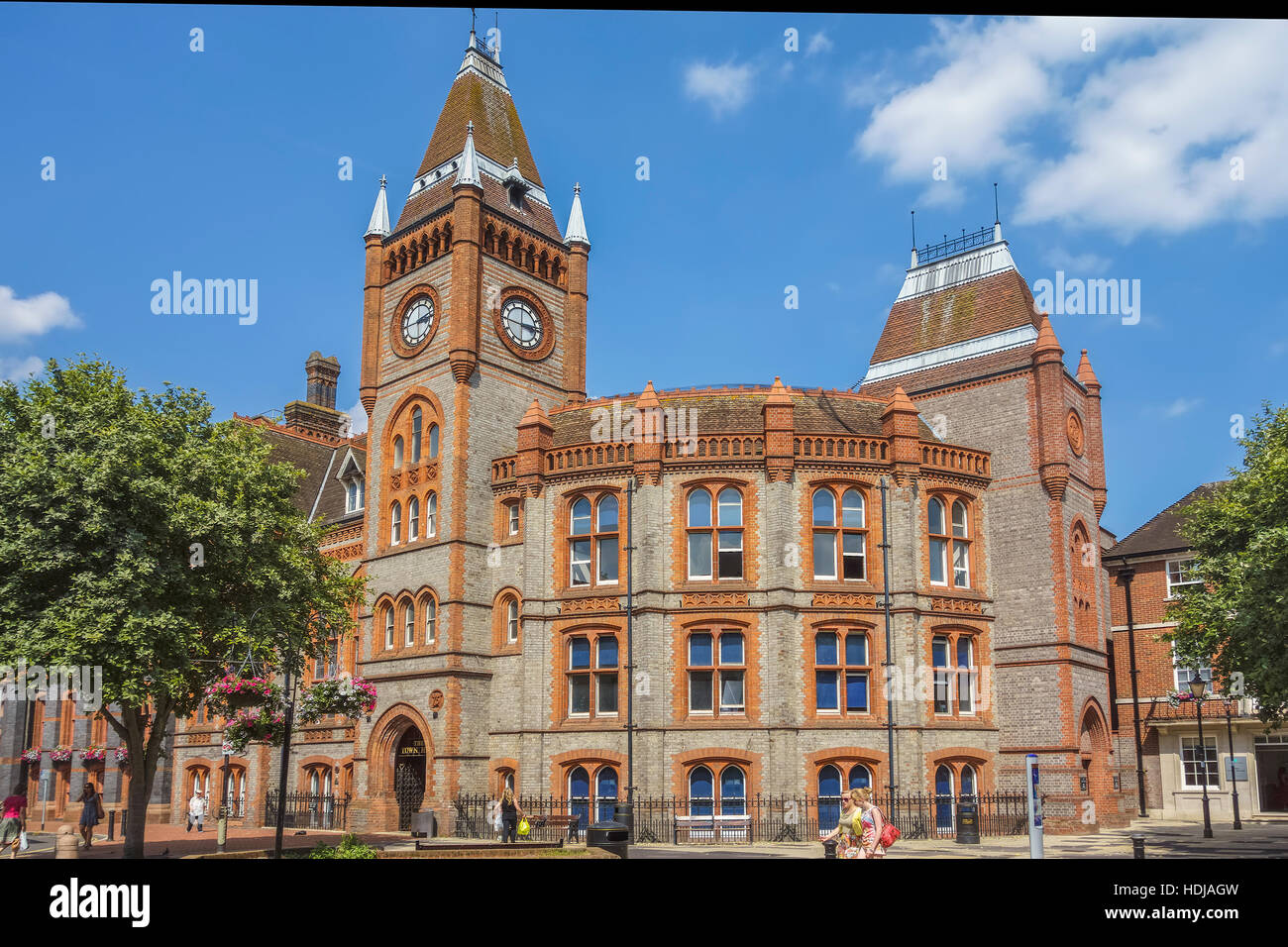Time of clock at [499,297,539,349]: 2:45
